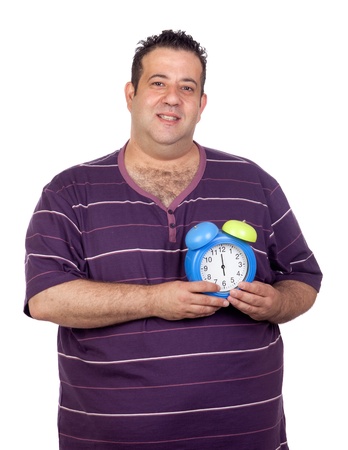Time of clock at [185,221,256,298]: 5:59
